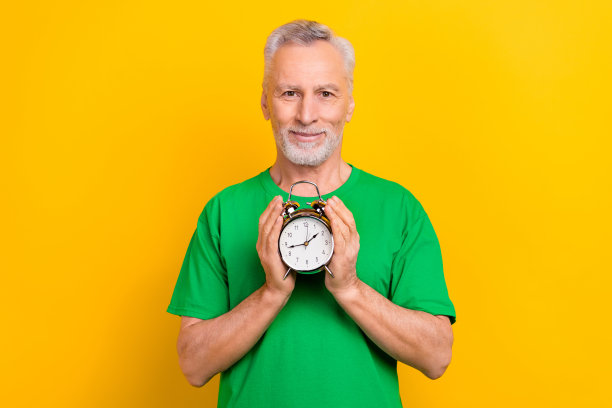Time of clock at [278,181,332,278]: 1:43
